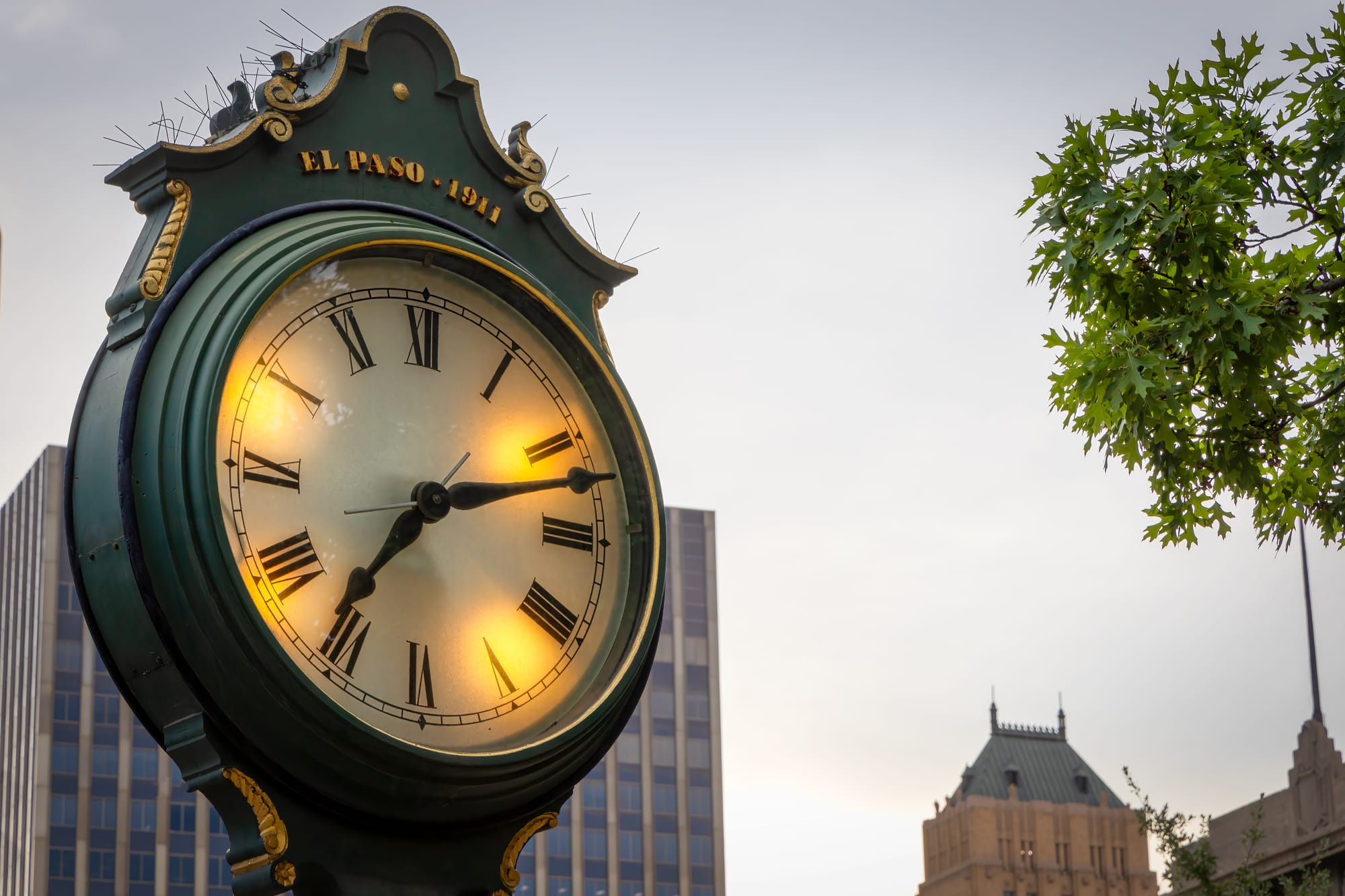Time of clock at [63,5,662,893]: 7:12
